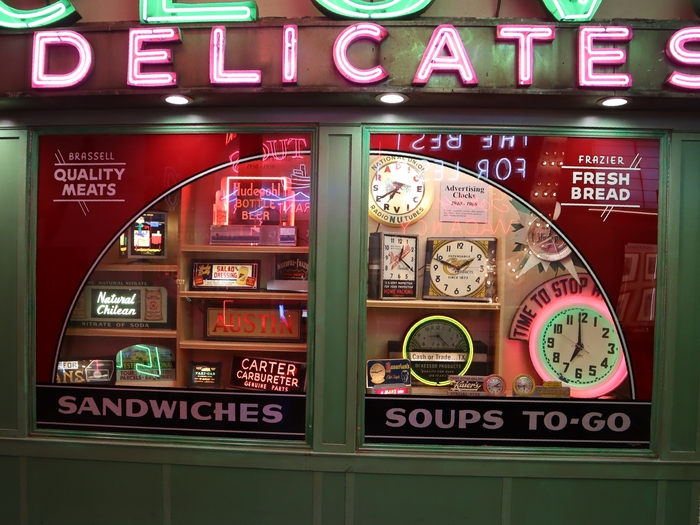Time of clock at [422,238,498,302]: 1:48
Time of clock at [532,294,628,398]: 6:59
